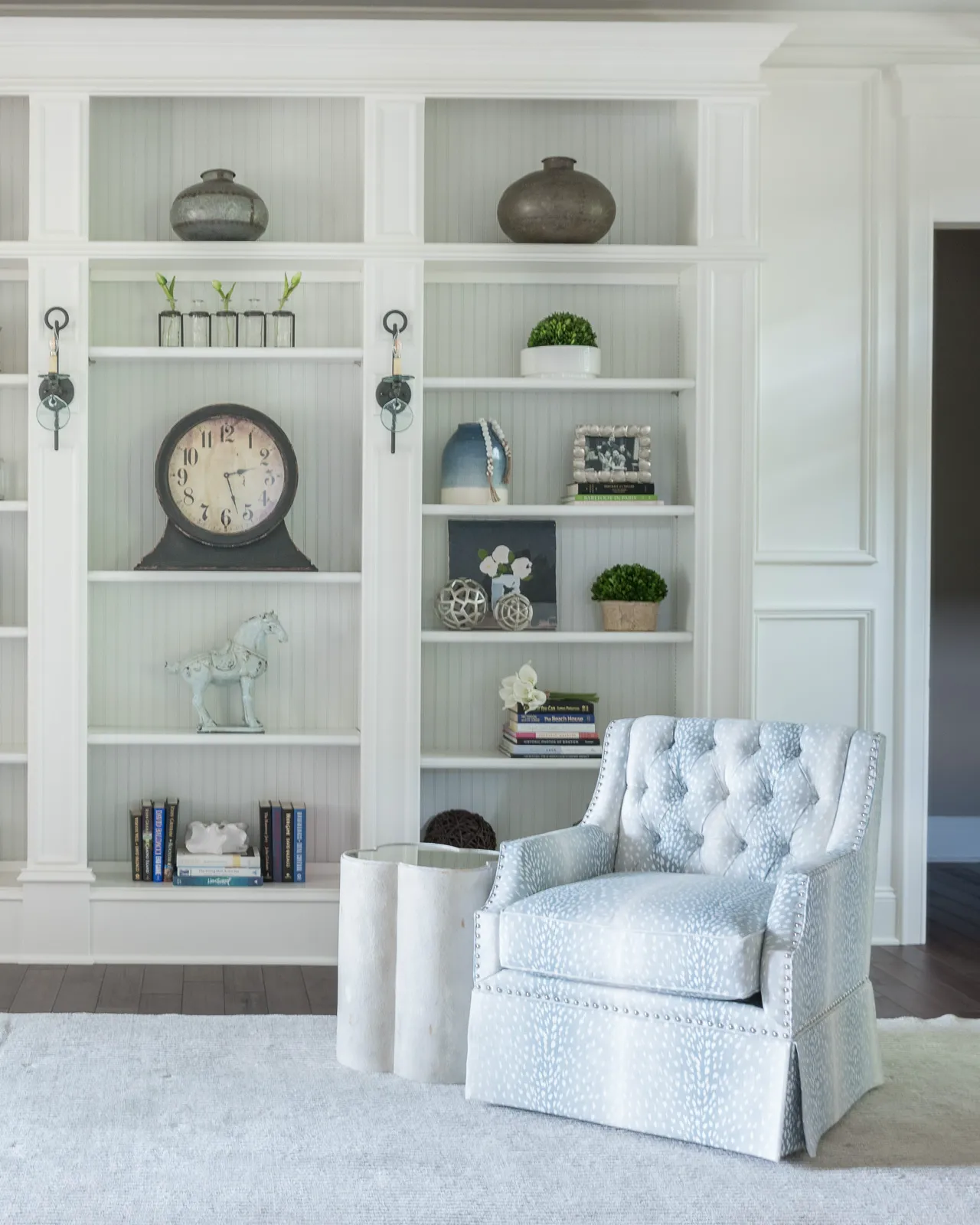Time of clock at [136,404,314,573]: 2:27
